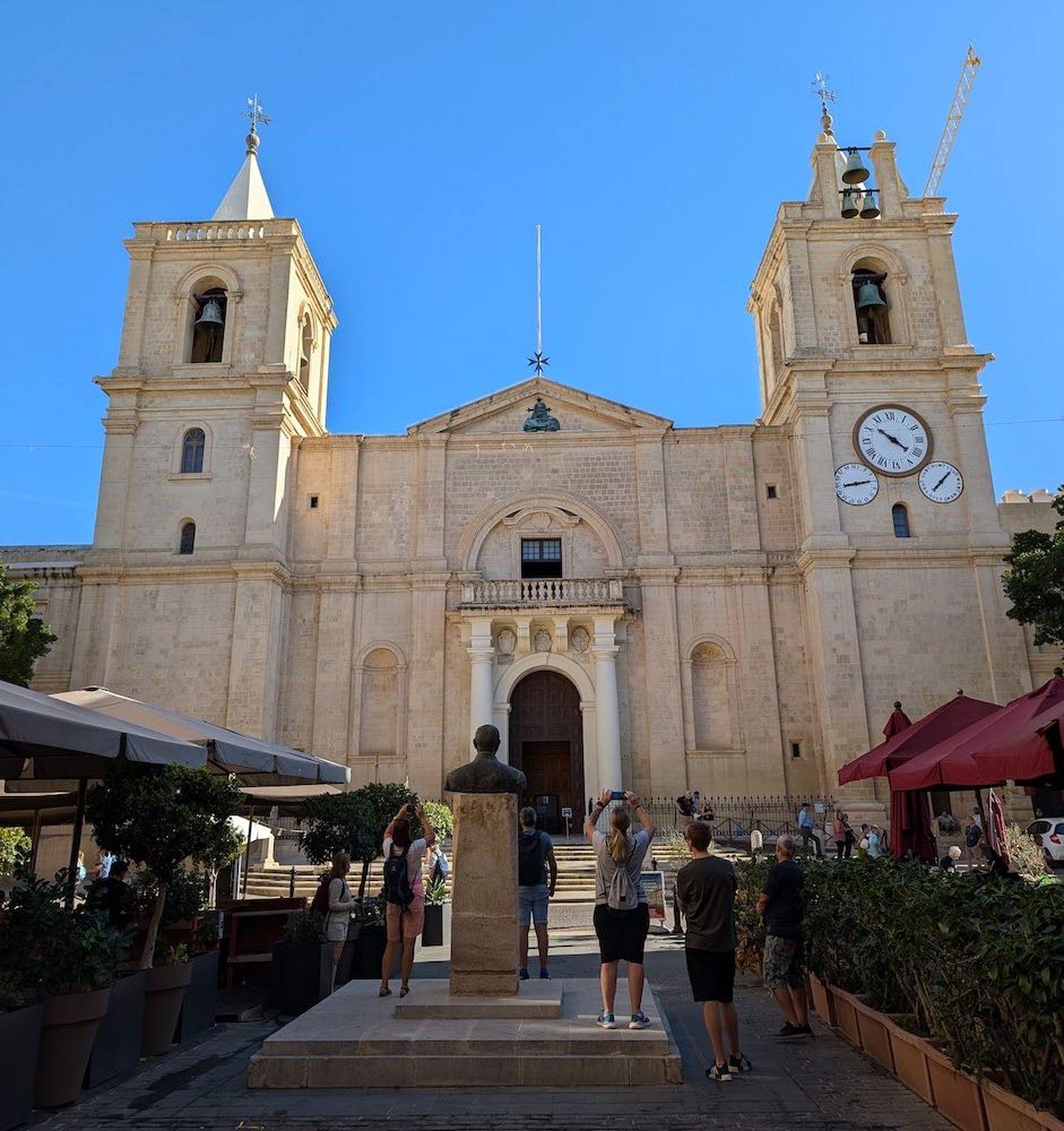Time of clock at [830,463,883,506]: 8:12
